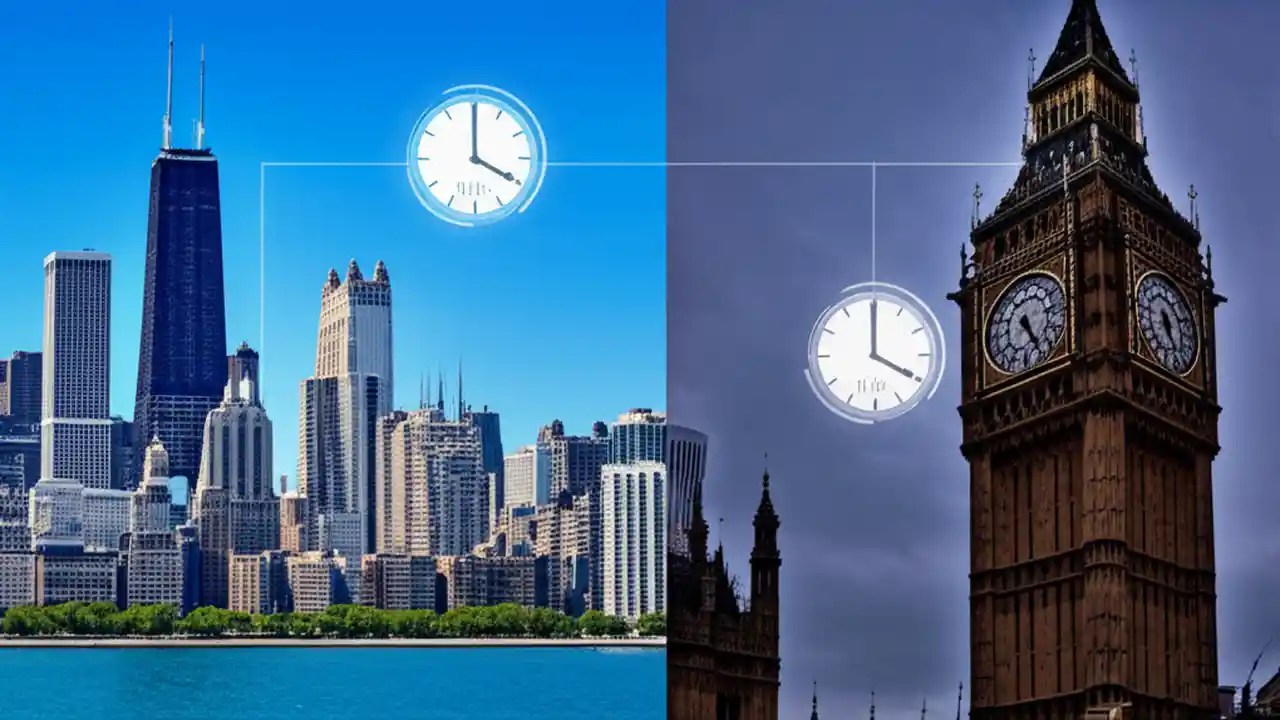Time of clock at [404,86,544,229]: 4:00
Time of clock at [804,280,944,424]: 4:00
